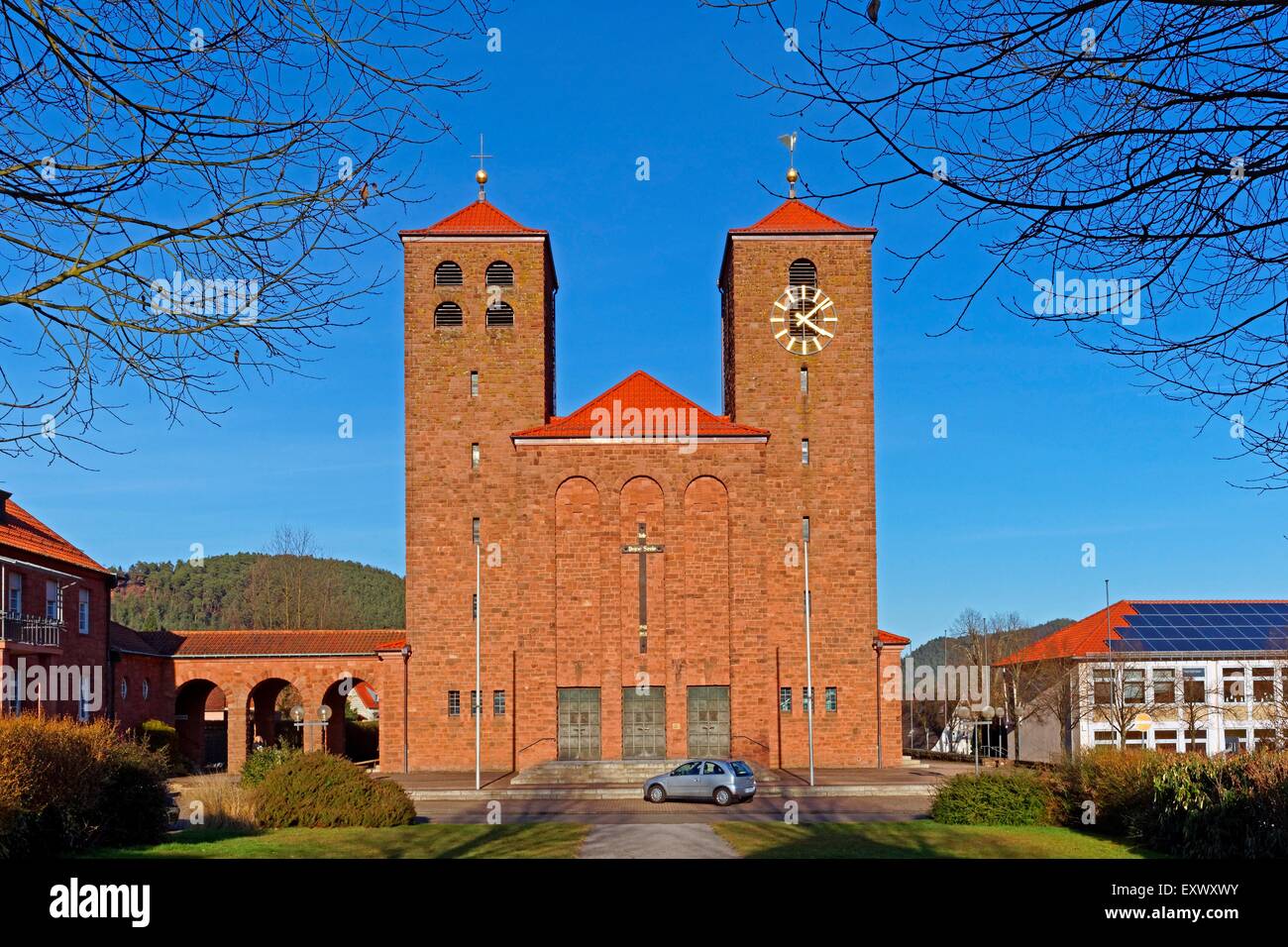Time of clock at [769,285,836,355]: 4:07
